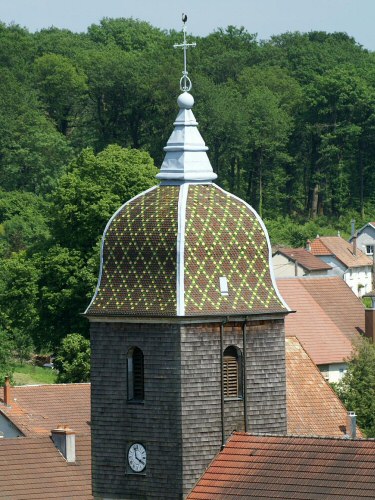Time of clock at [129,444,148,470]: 3:58
